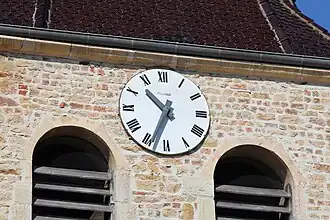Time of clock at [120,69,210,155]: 10:34
